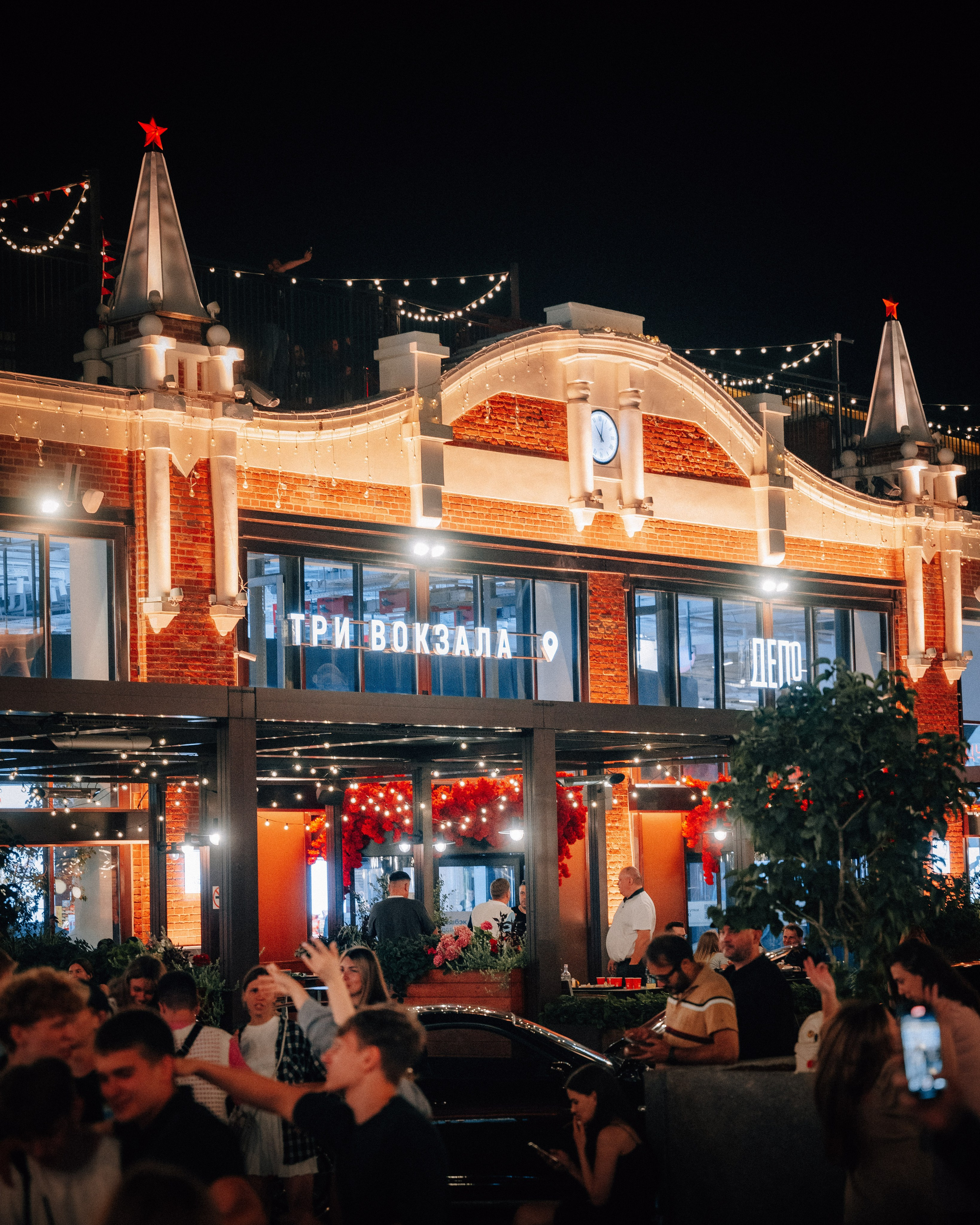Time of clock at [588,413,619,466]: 11:02
